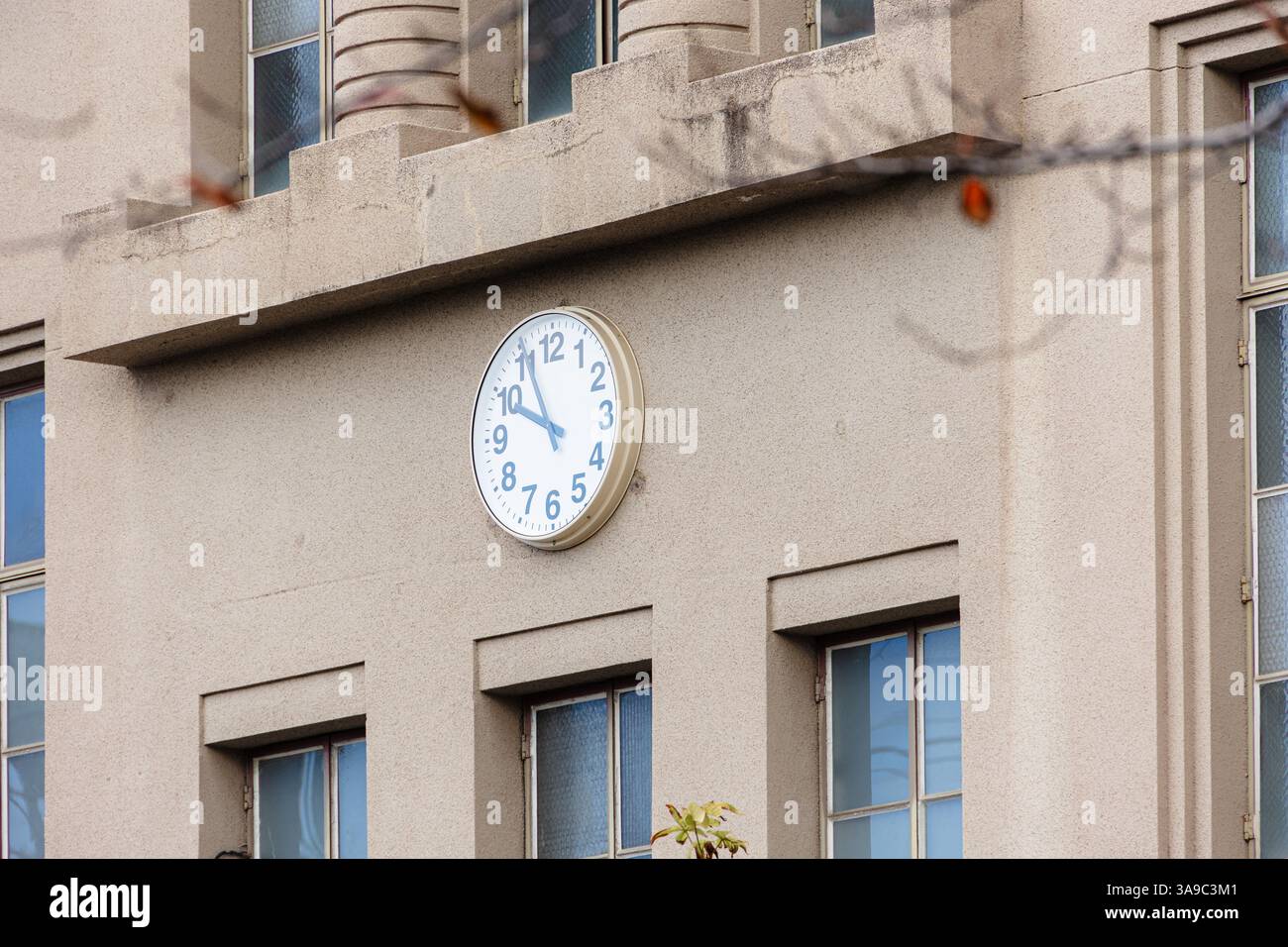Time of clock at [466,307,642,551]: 9:55
